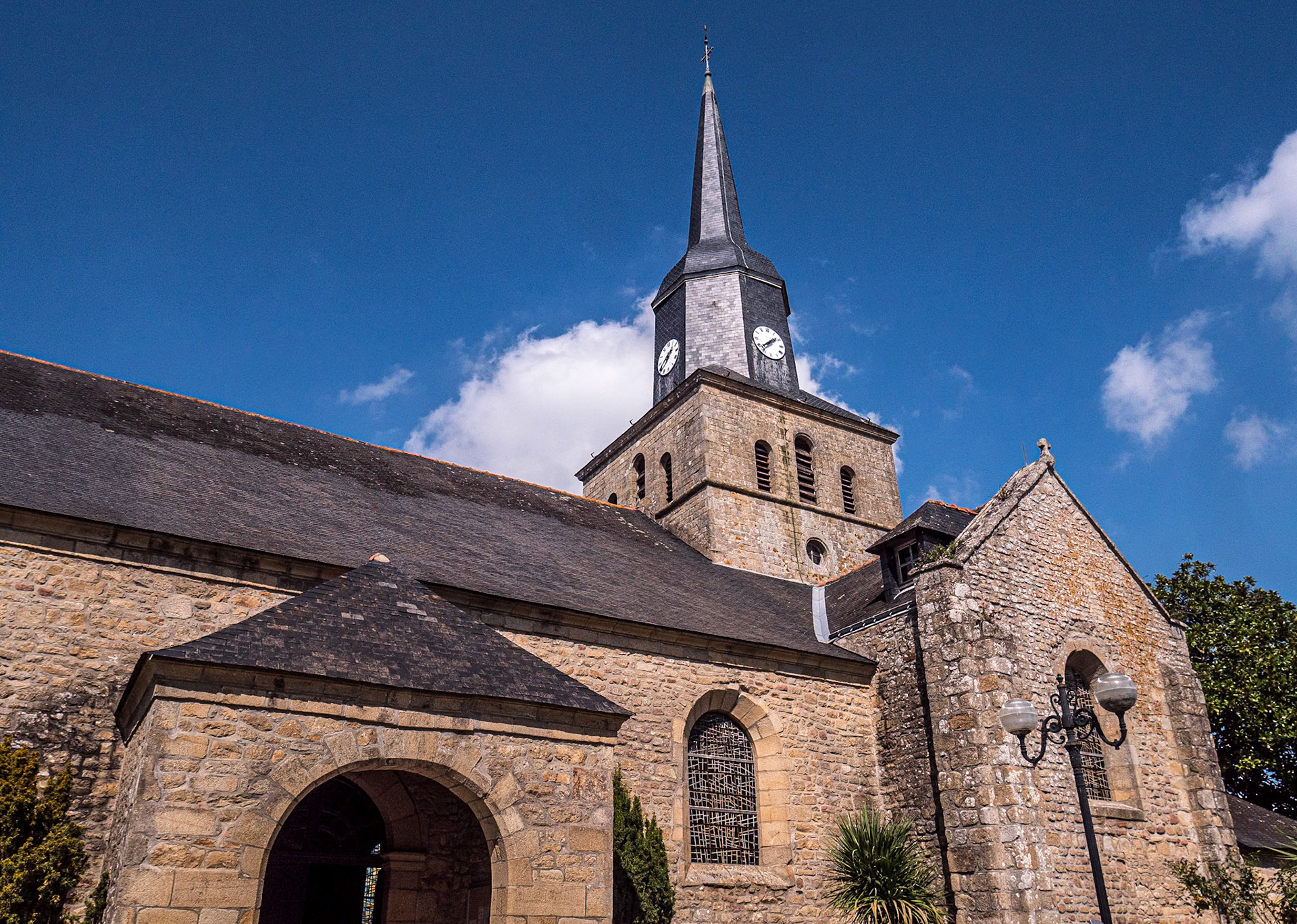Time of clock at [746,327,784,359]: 1:38
